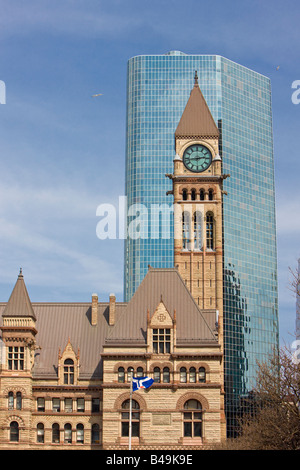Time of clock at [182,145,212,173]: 2:43
